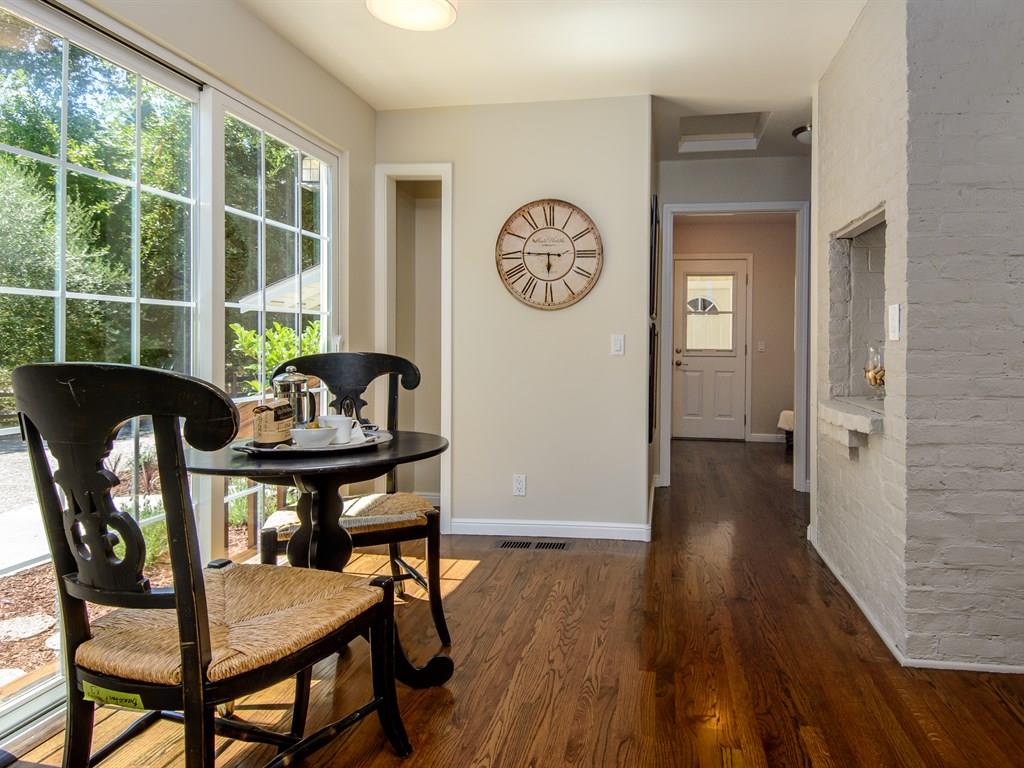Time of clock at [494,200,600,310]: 5:45
